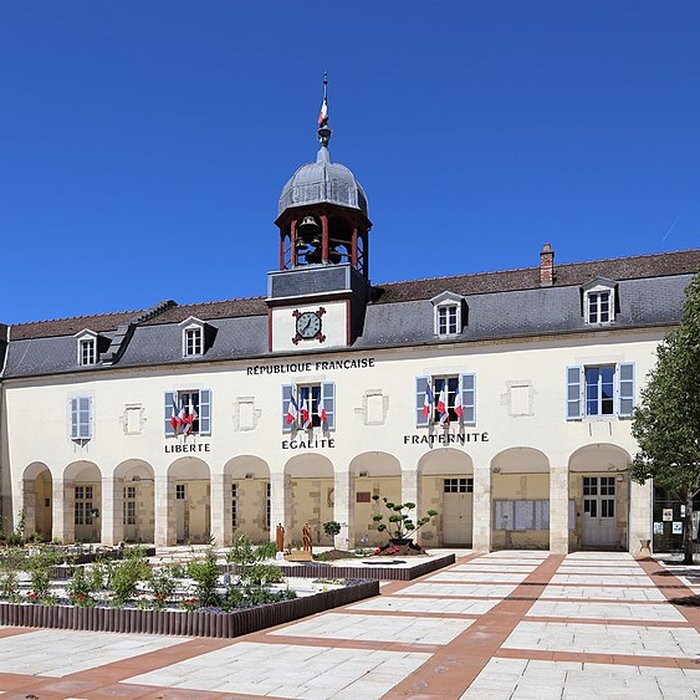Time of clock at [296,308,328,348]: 12:37
